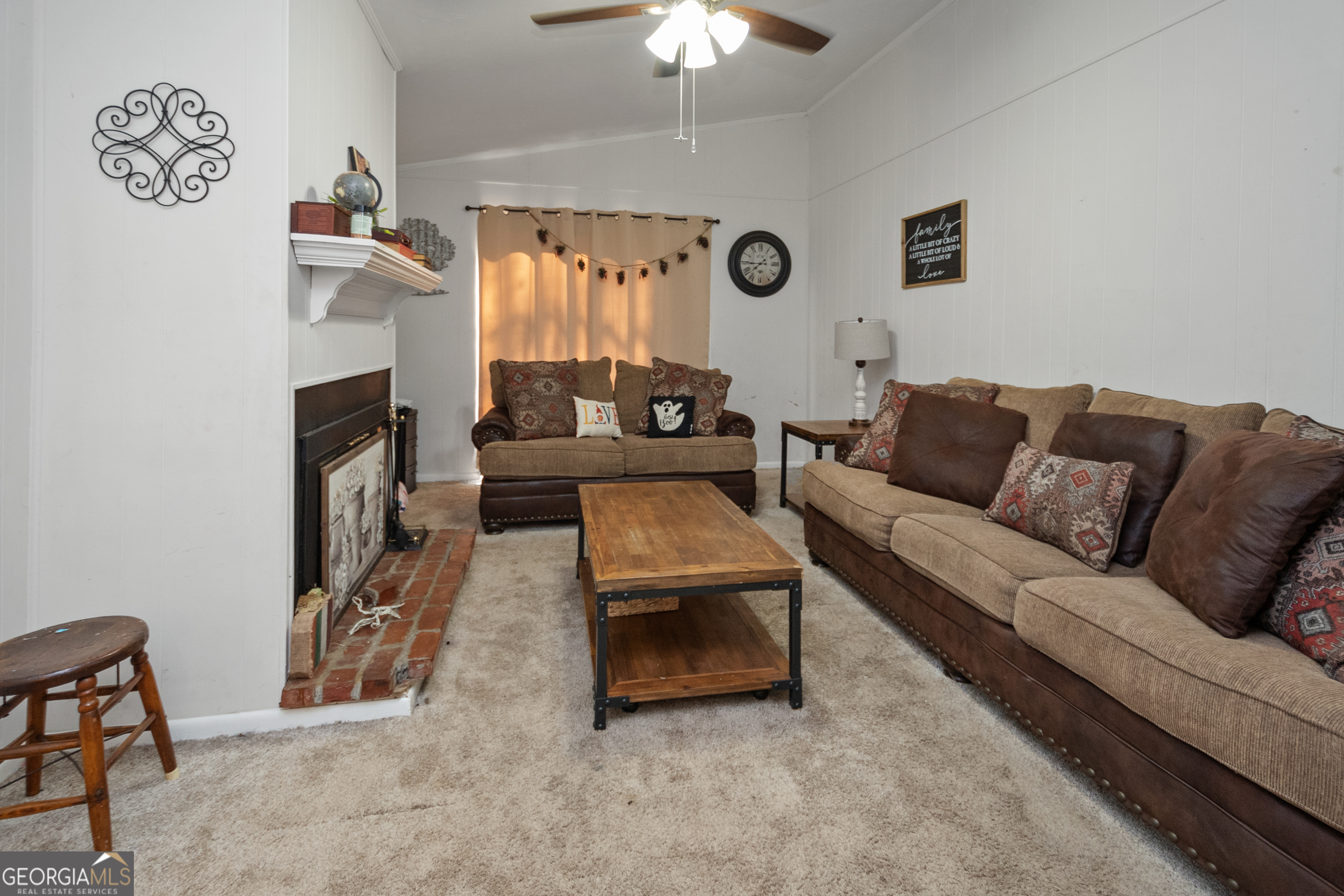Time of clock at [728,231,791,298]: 7:45
